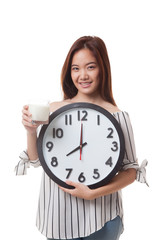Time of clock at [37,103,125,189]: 7:59
